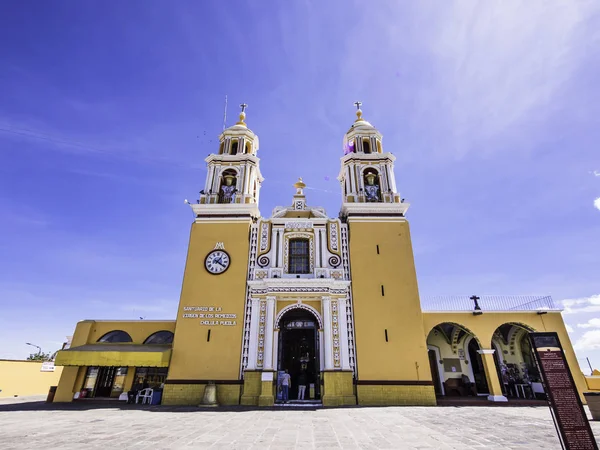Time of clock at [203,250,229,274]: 1:20
